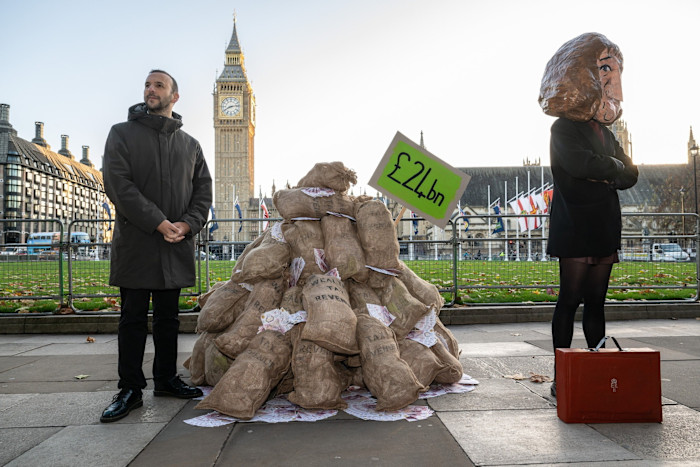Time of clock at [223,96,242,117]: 8:13
